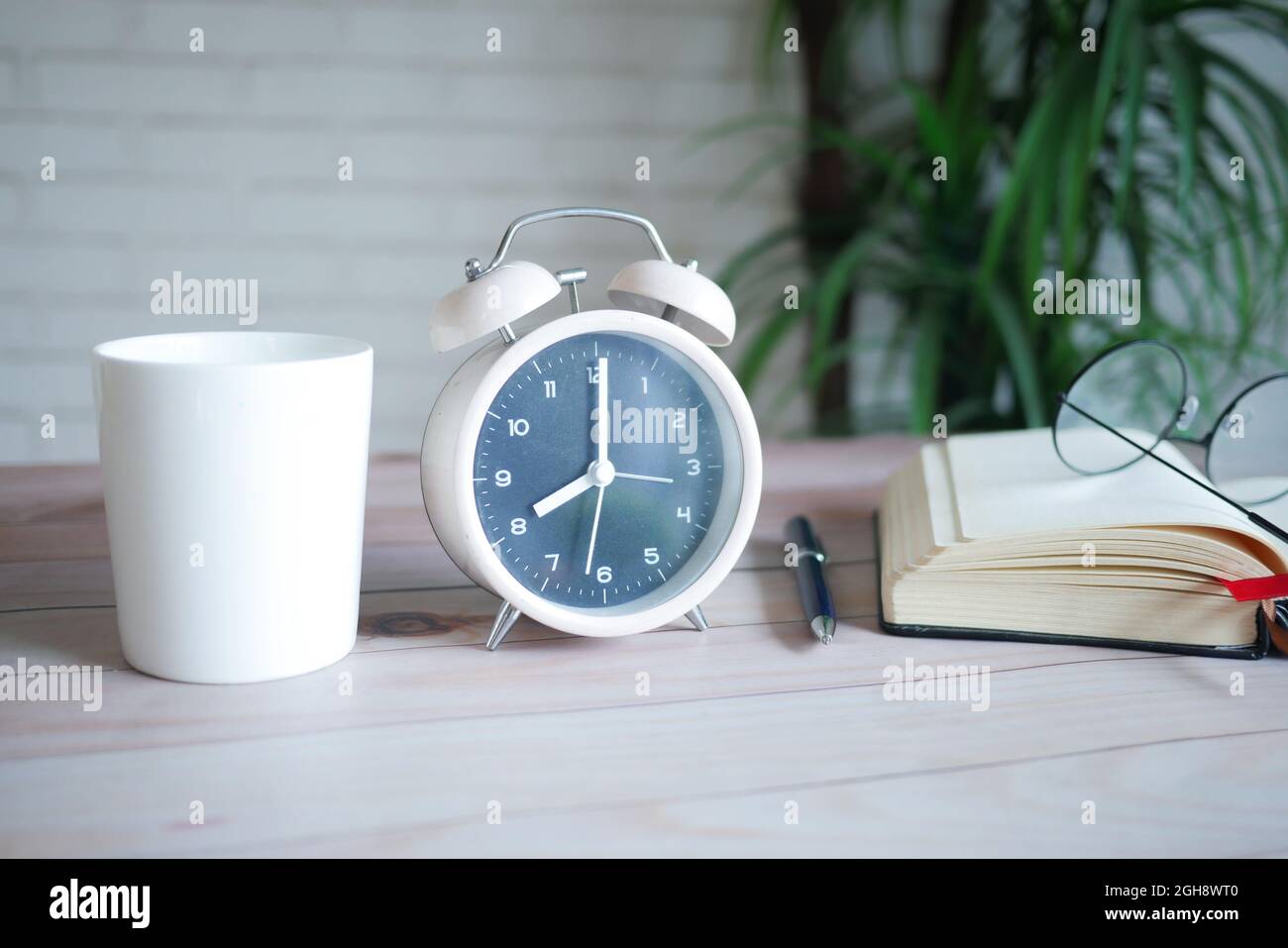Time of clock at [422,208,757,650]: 8:00
